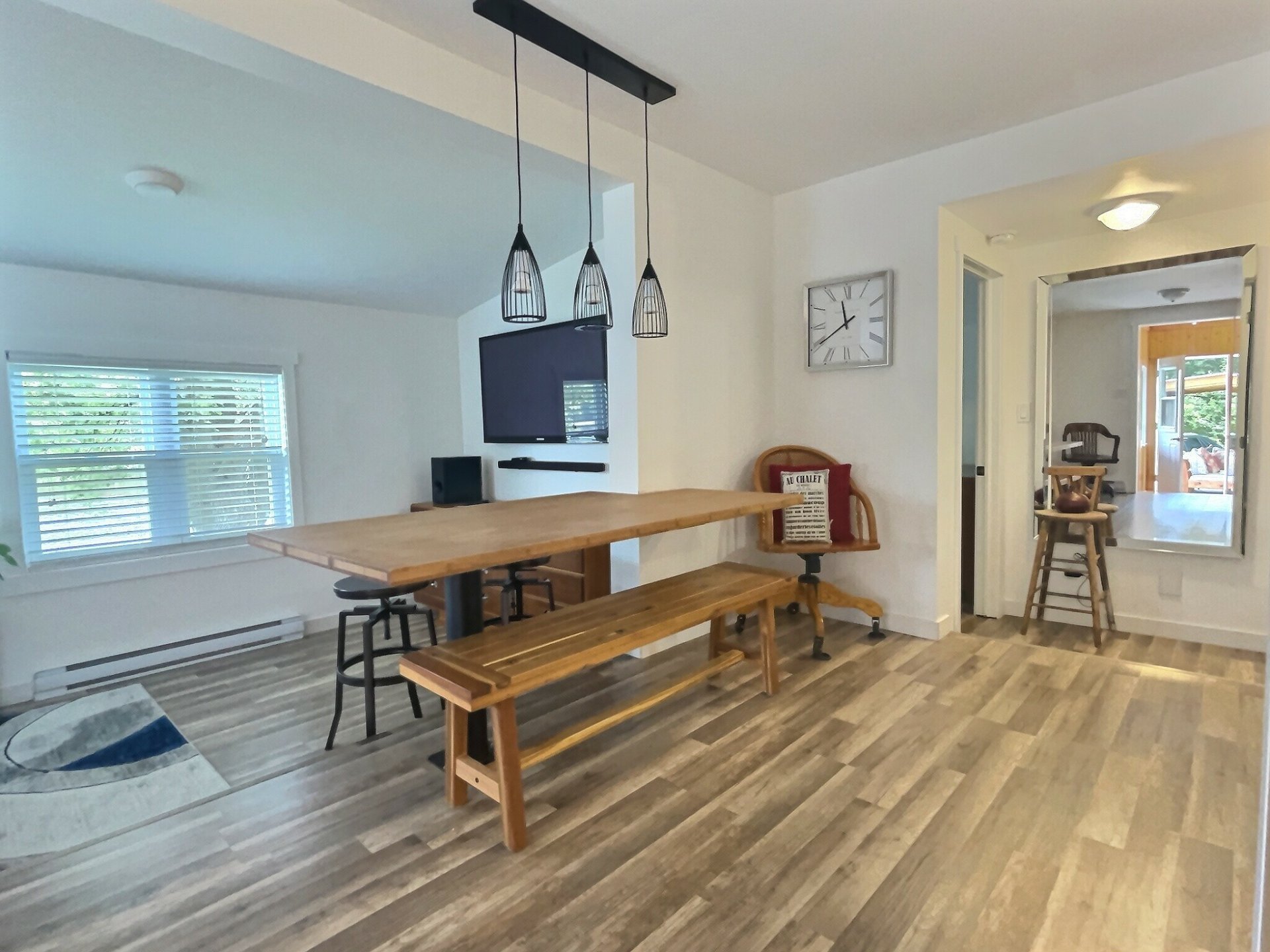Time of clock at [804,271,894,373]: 11:39
